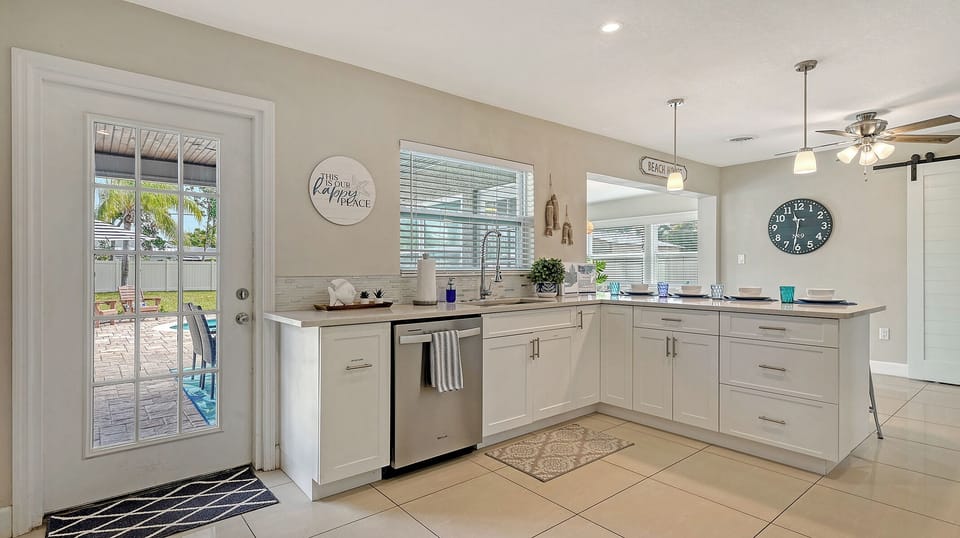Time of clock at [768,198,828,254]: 11:31
